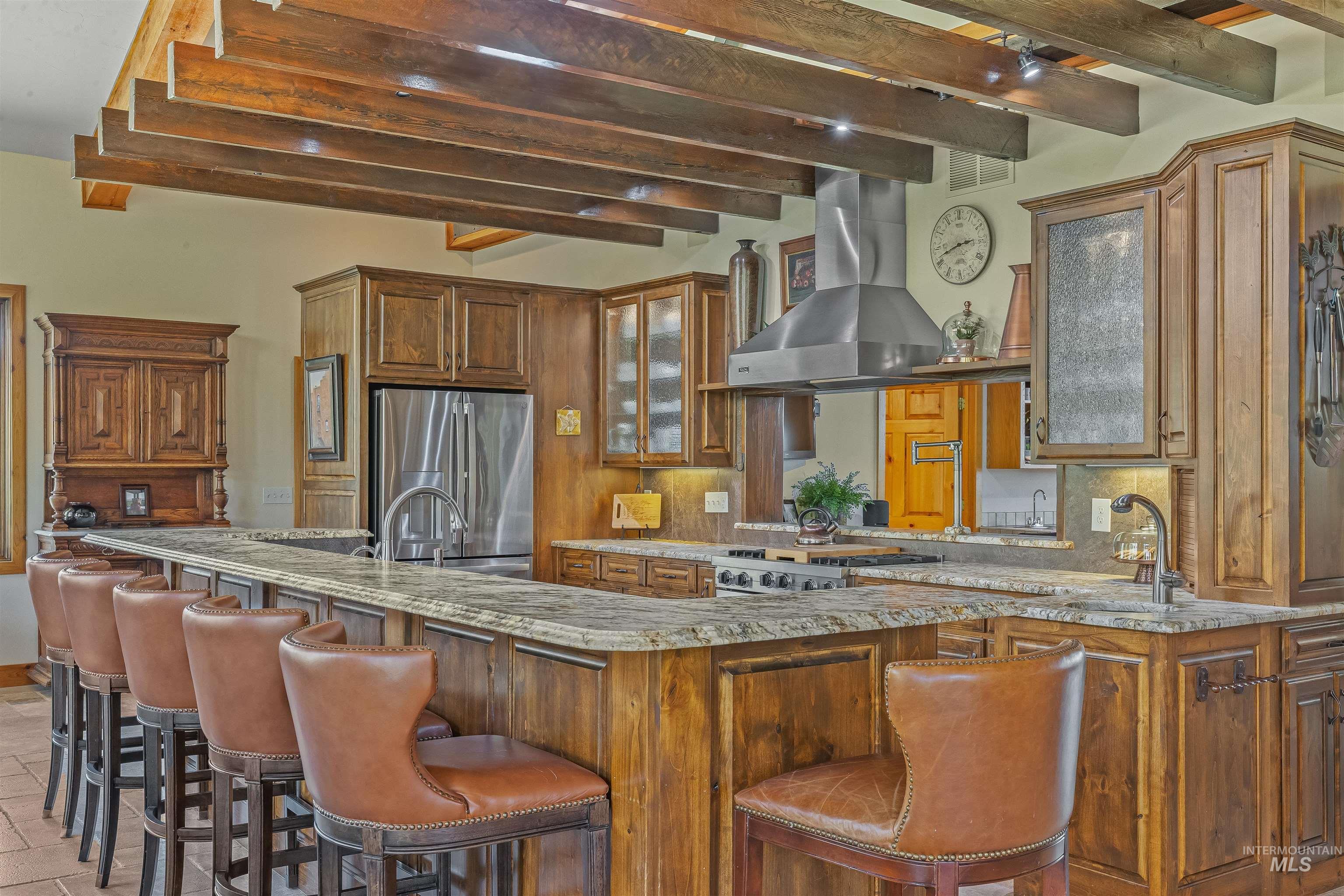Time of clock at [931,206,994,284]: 2:42
